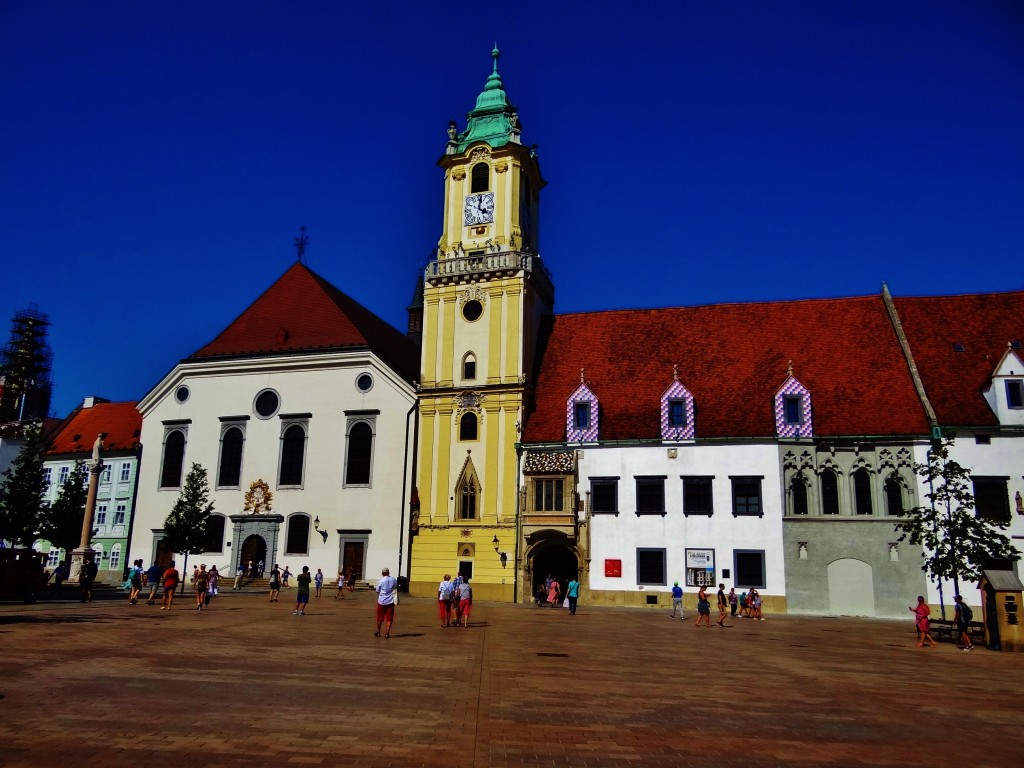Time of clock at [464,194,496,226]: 4:02
